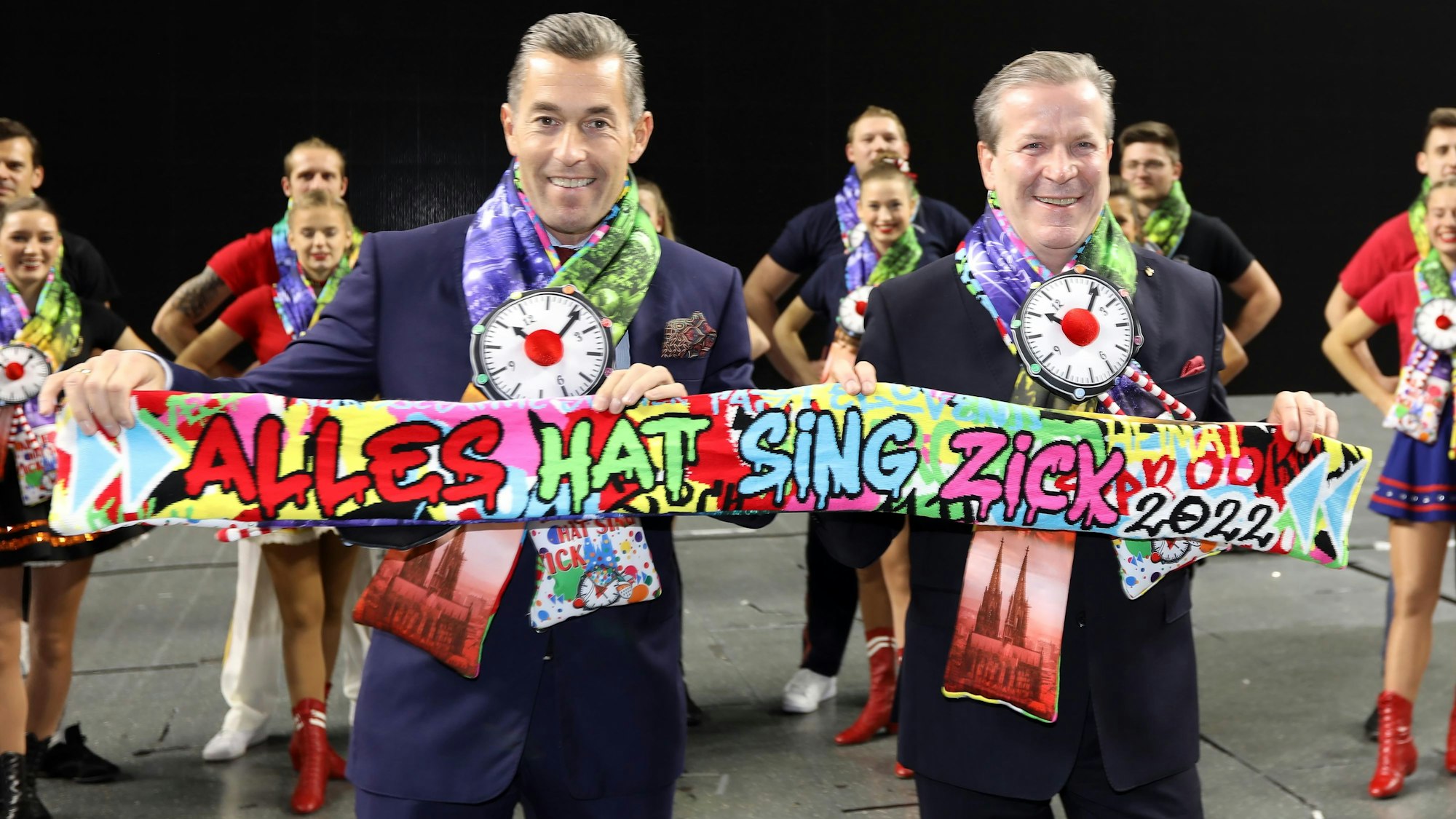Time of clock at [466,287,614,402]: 10:06
